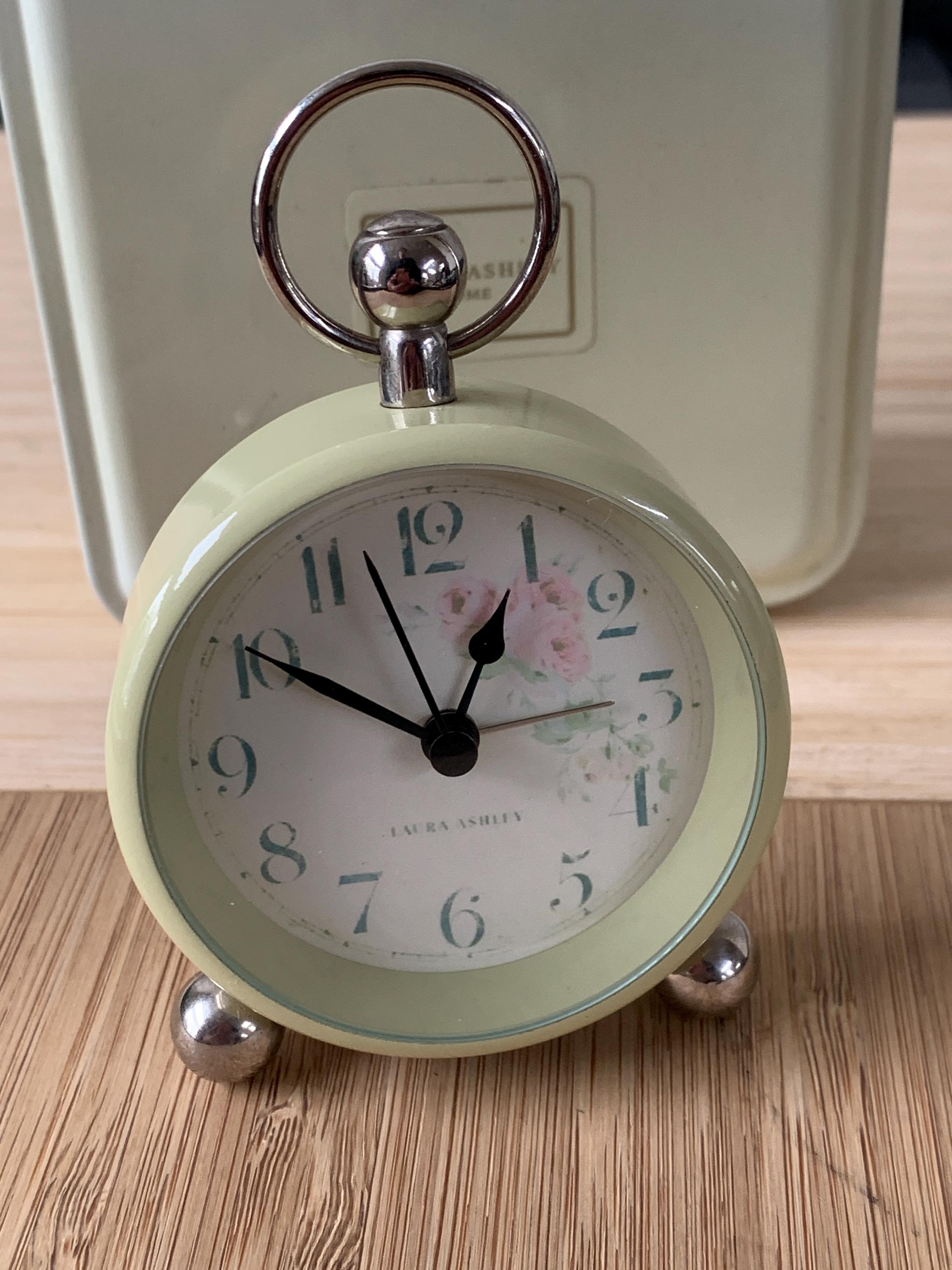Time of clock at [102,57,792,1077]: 12:50
